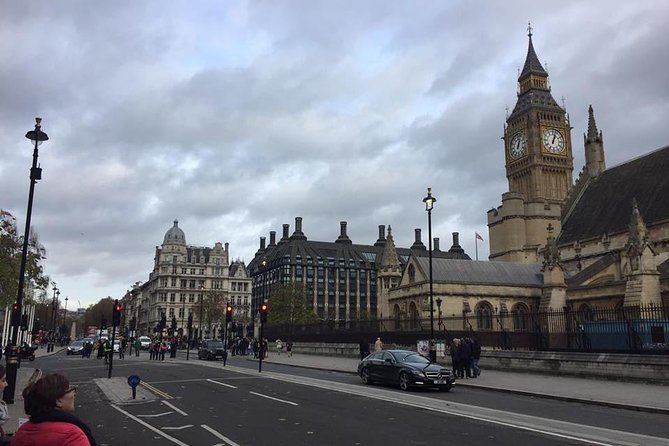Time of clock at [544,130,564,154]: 1:02
